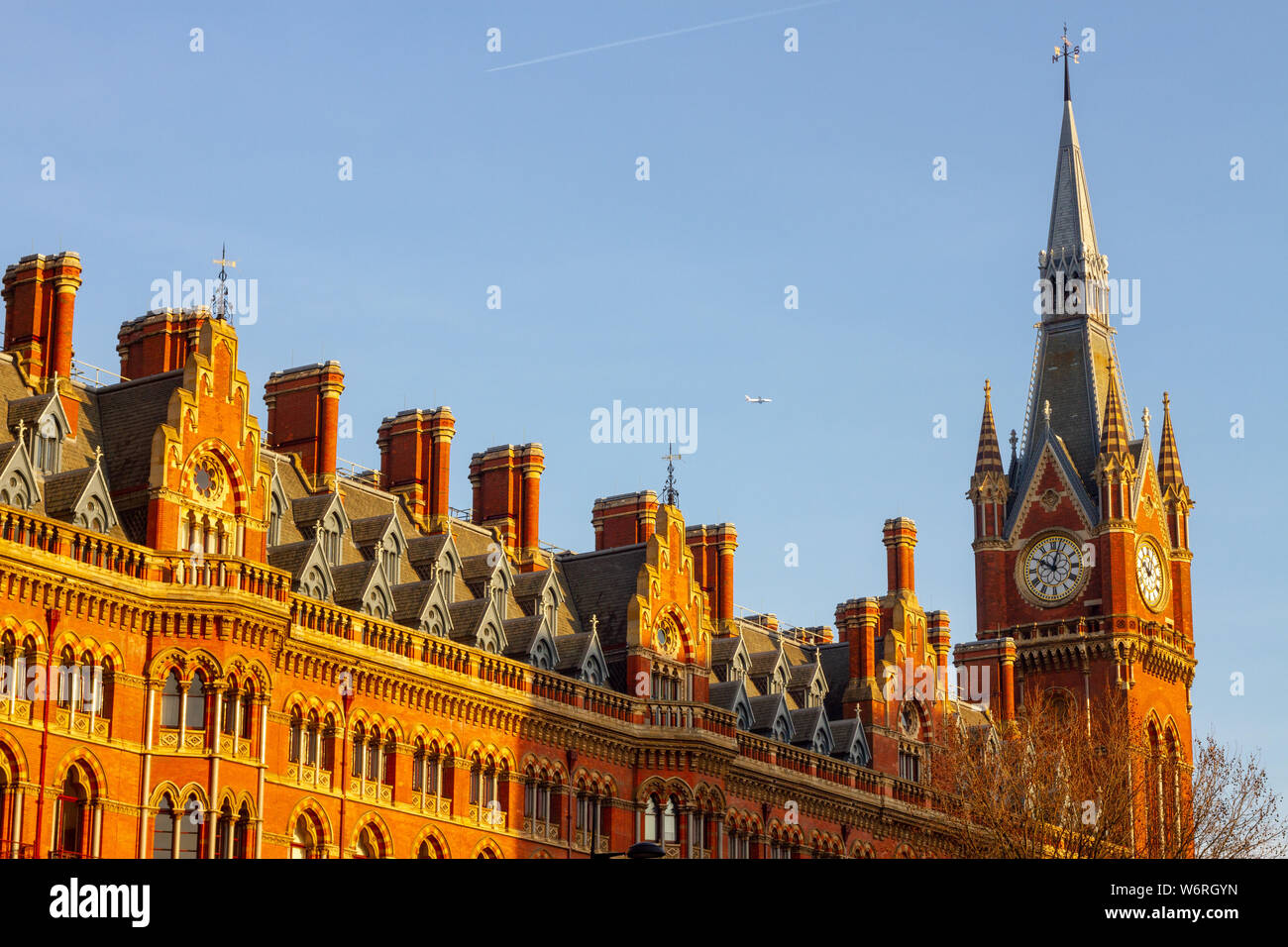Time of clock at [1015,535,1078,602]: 10:02
